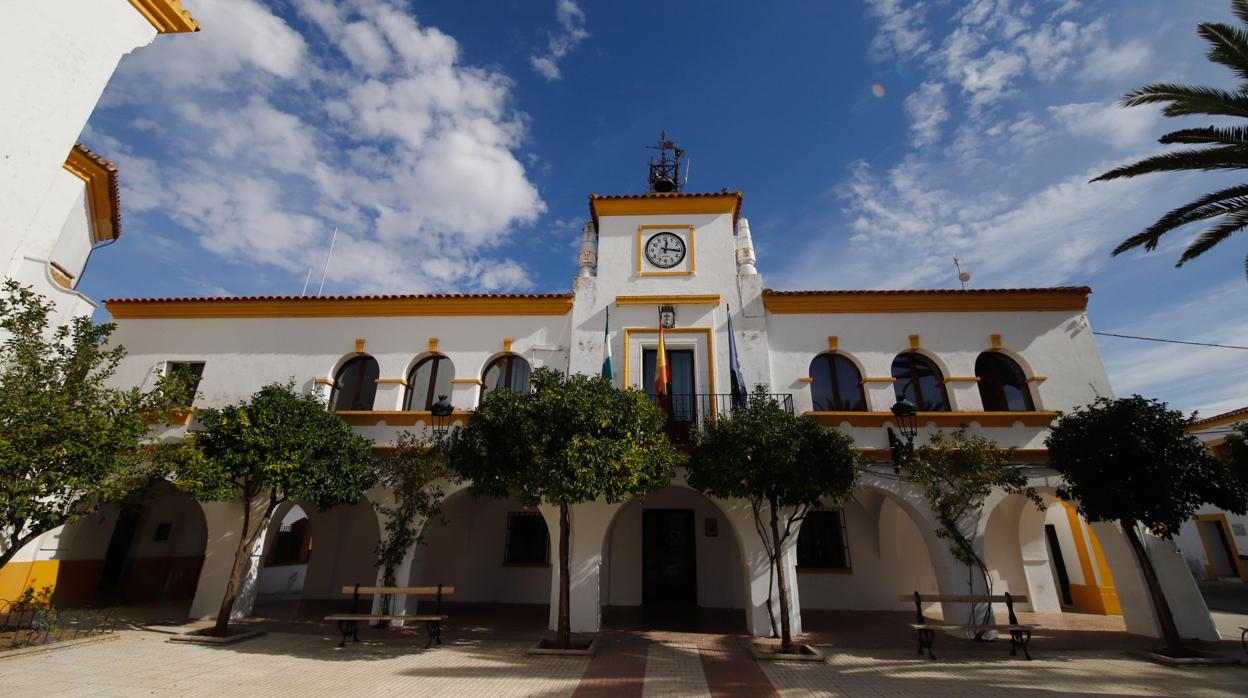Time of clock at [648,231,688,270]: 12:16
